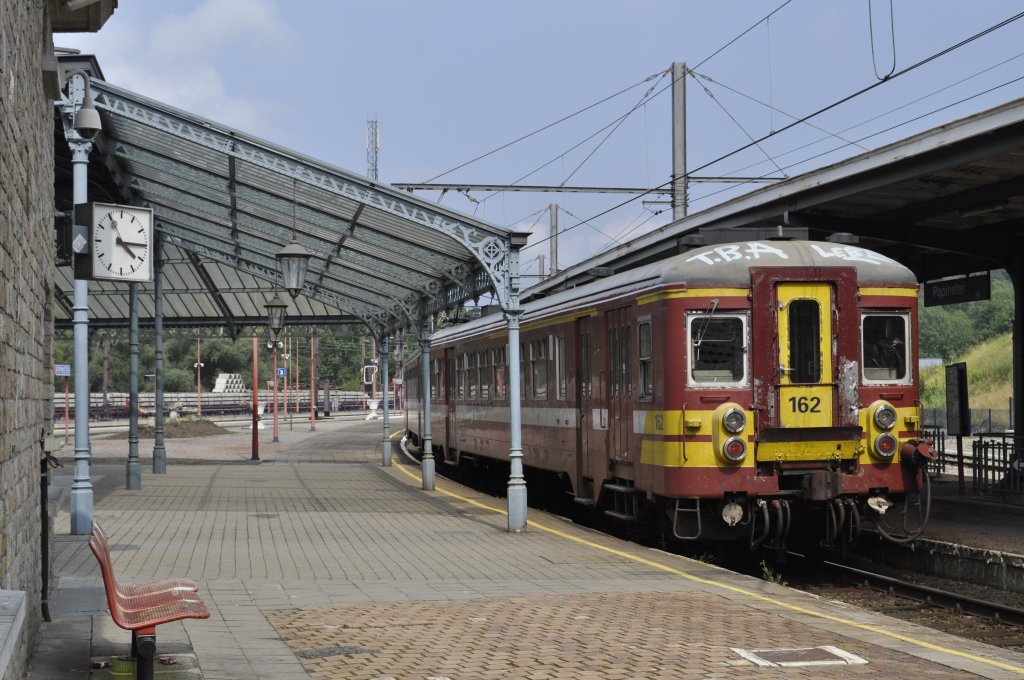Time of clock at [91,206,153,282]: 4:14
